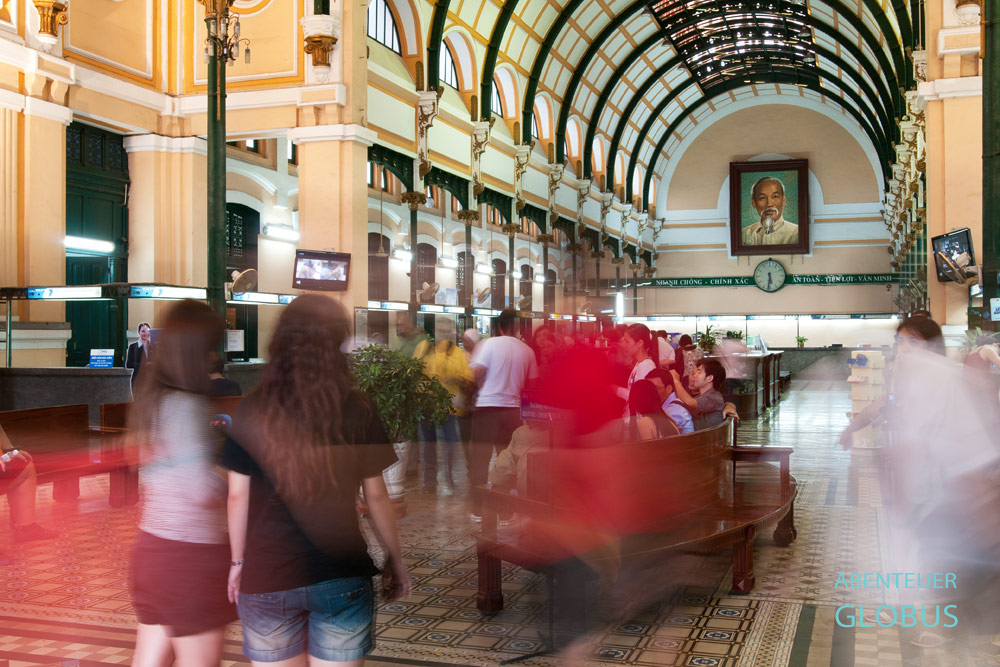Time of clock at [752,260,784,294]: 5:31
